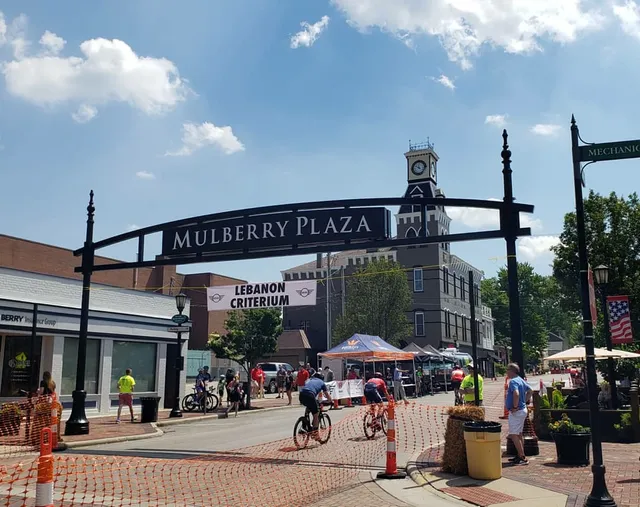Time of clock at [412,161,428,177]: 11:51
